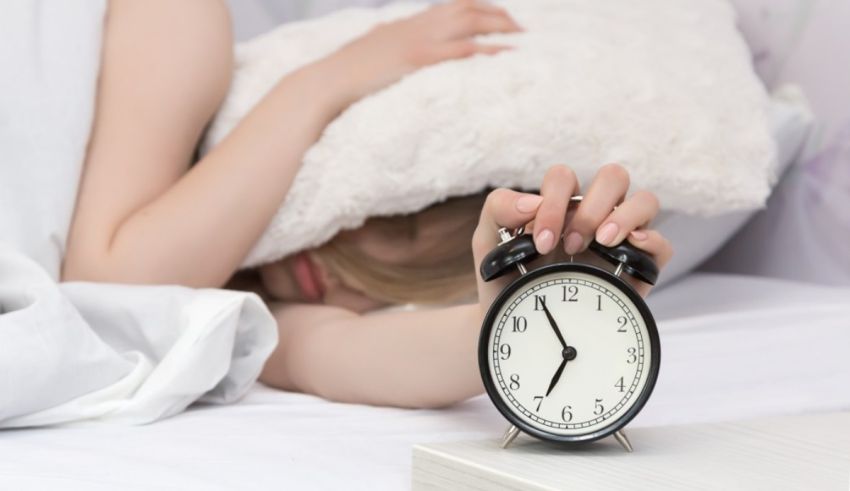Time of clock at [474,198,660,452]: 6:55
